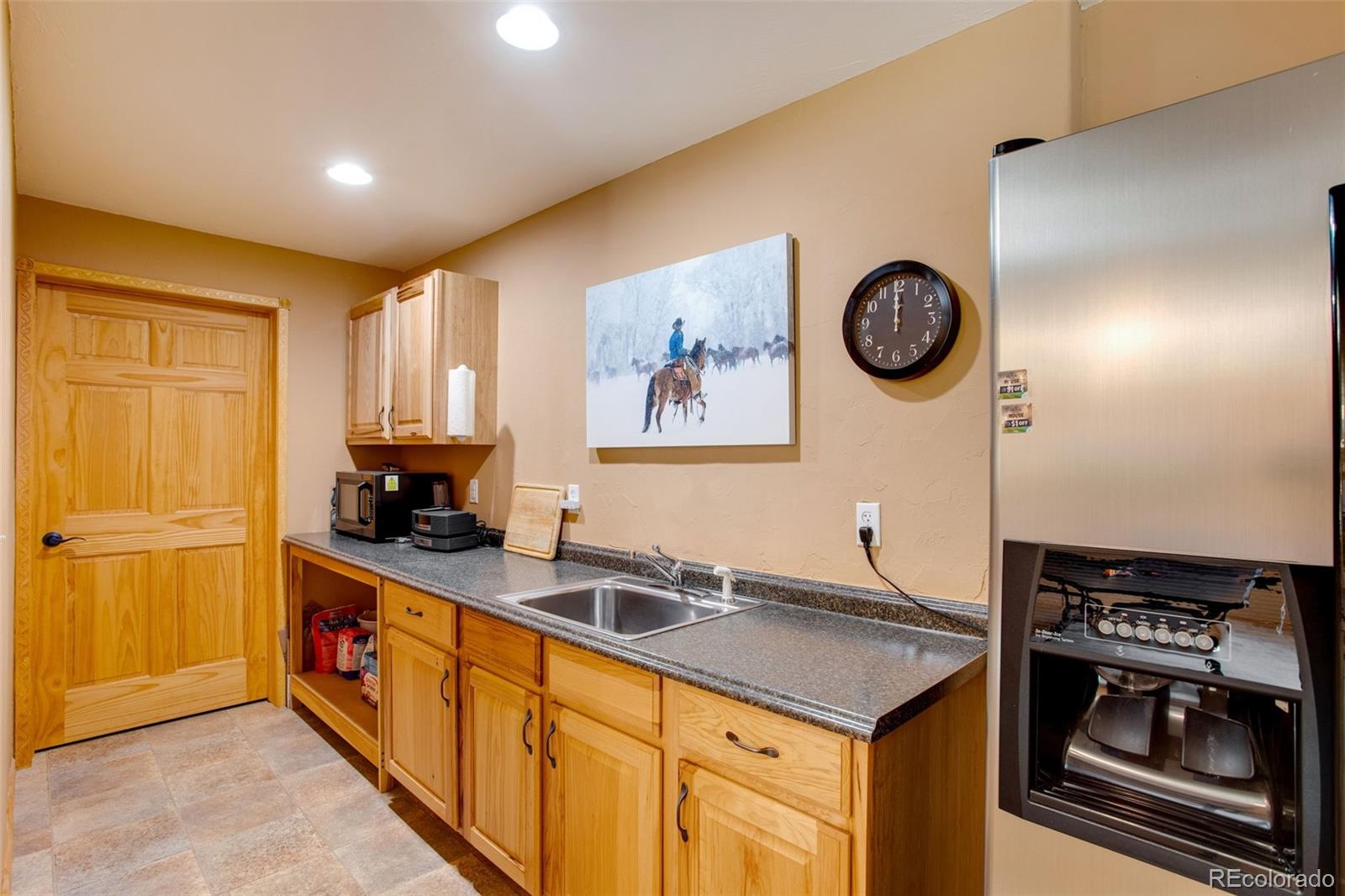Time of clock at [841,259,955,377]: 11:59
